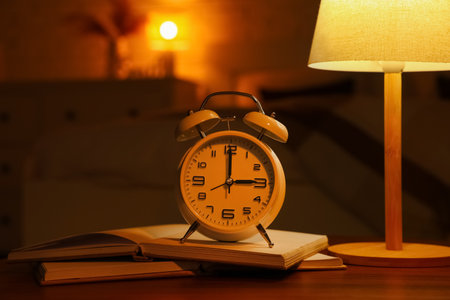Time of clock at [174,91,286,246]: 3:00
